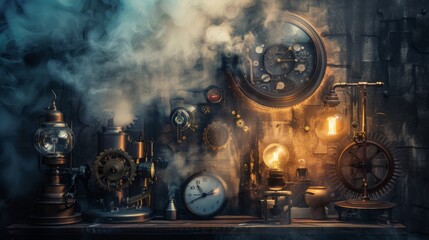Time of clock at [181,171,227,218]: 10:41
